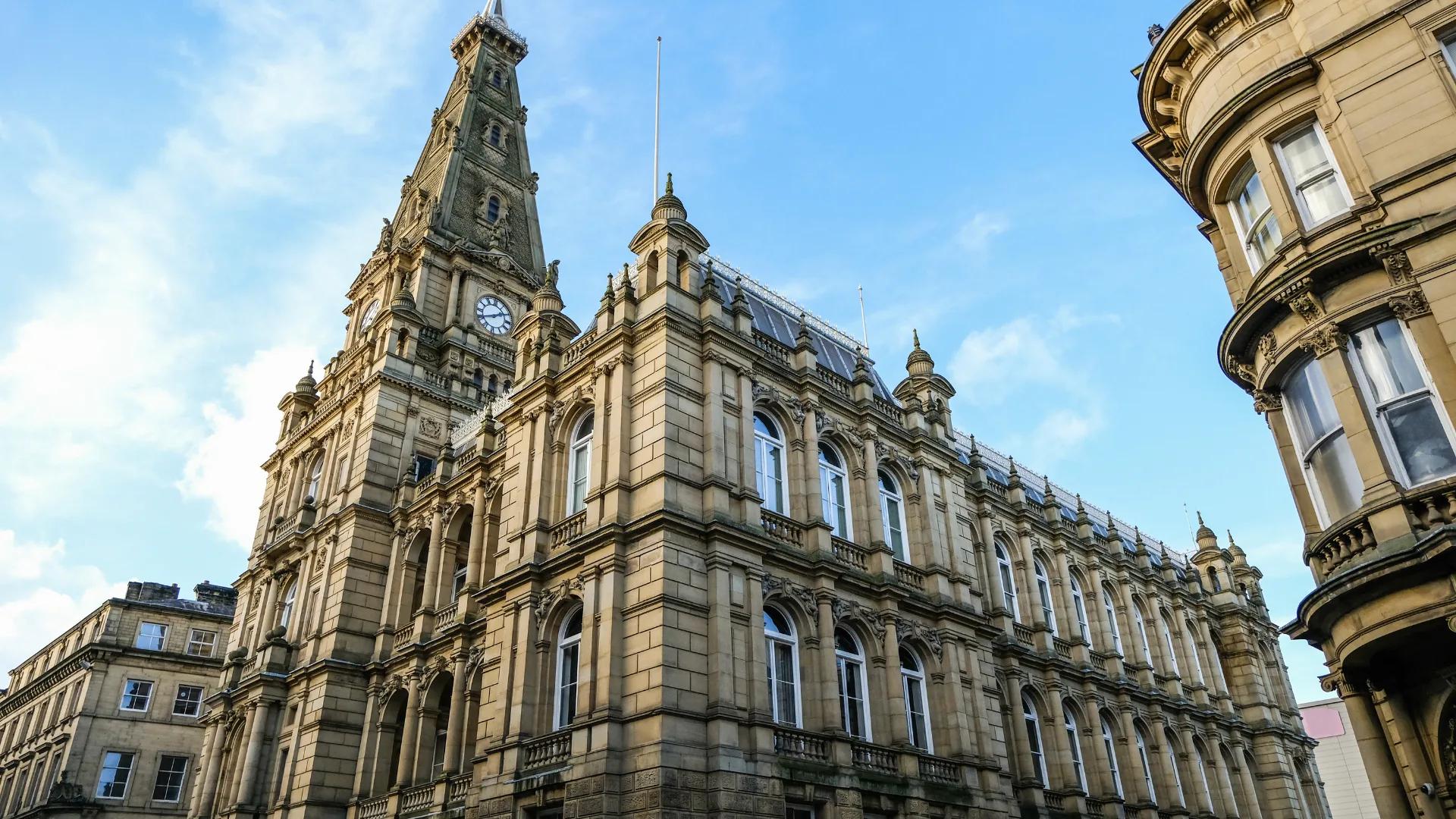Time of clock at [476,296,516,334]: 1:41
